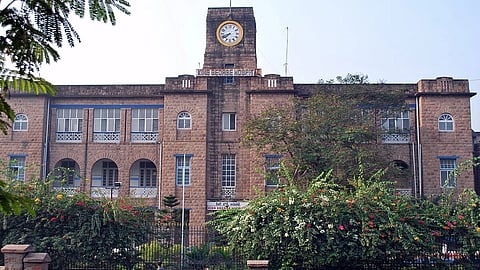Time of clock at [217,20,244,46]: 7:41
